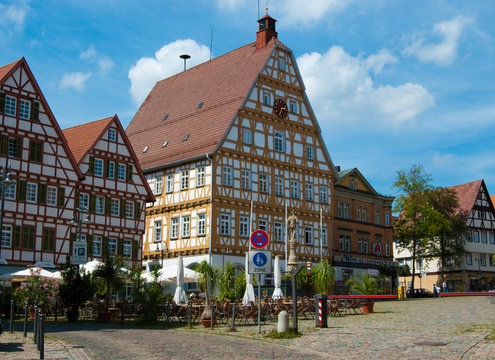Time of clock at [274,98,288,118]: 2:33
